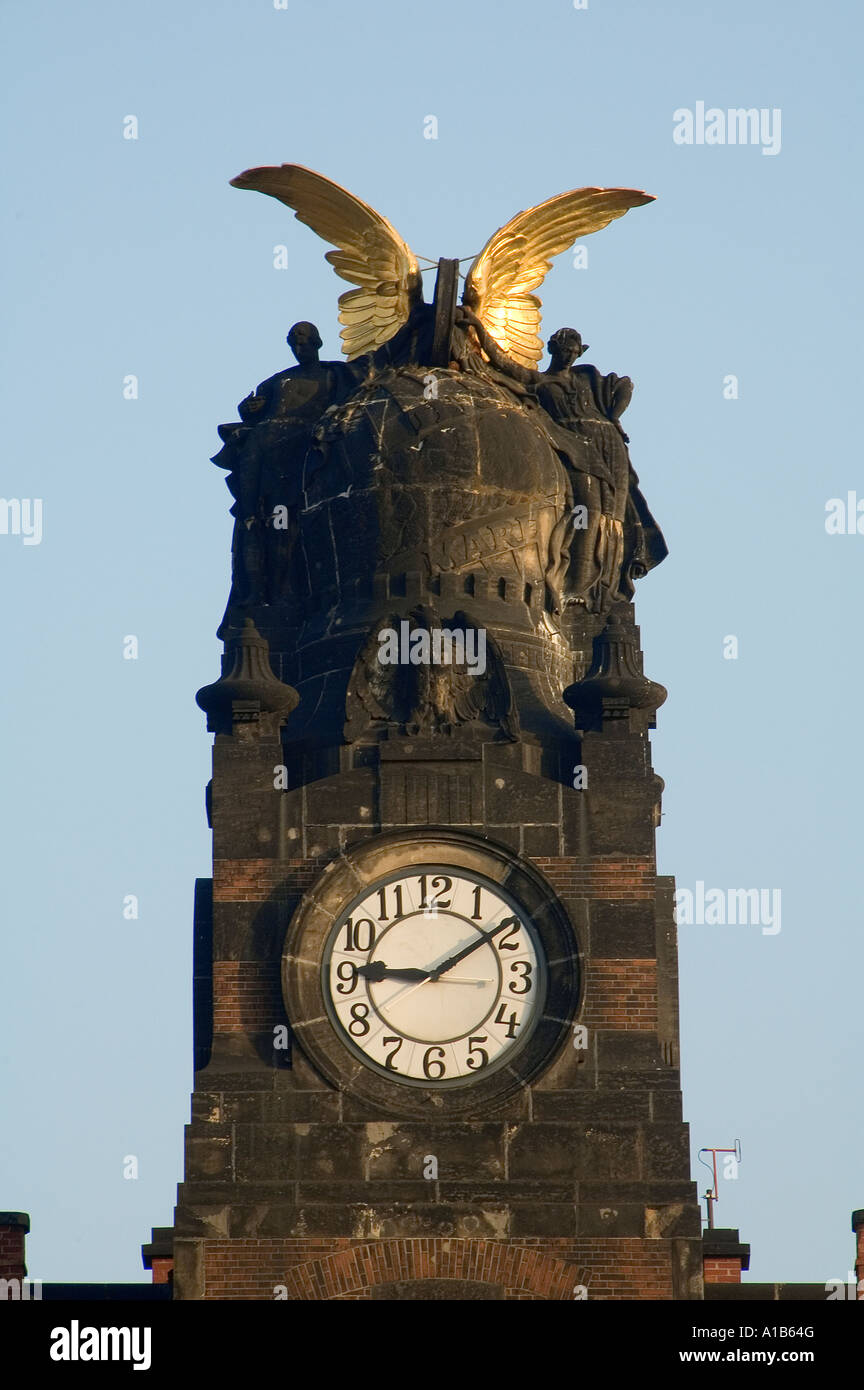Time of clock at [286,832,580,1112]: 9:09
